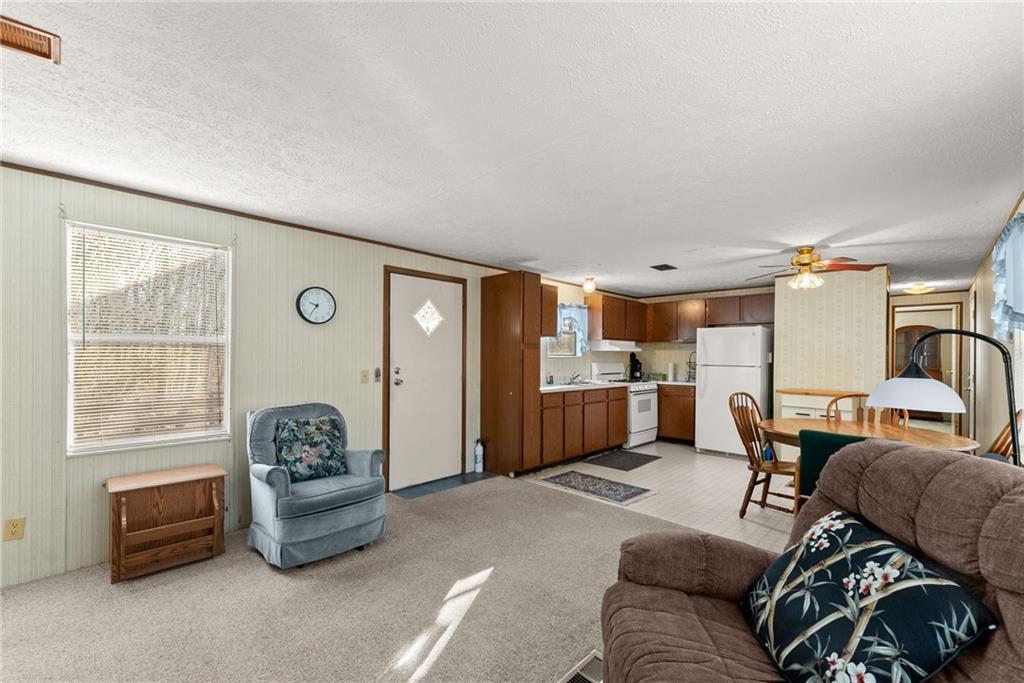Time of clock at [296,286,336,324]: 9:35
